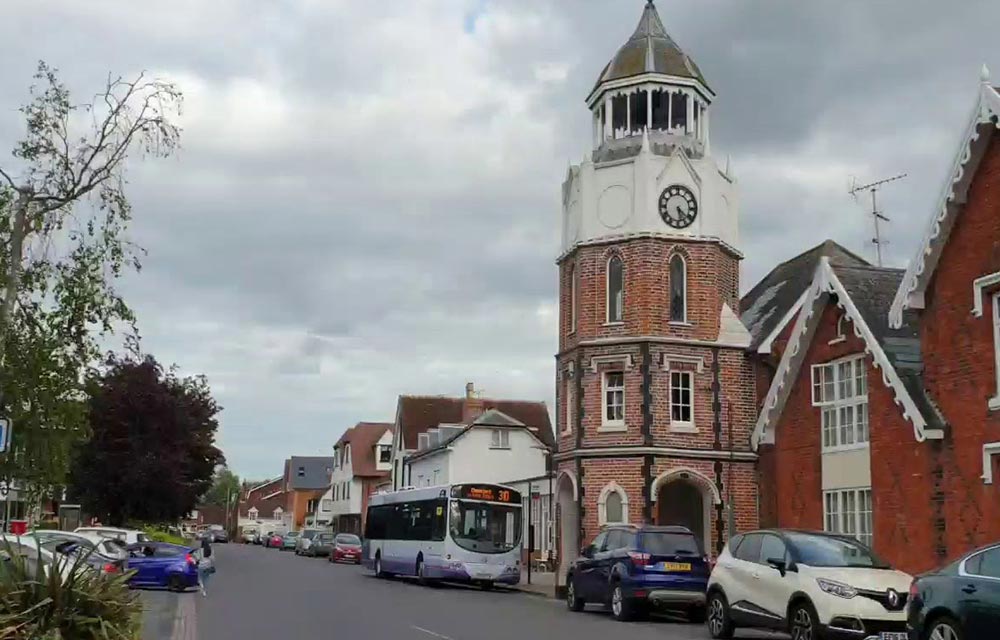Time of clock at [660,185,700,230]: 5:21
